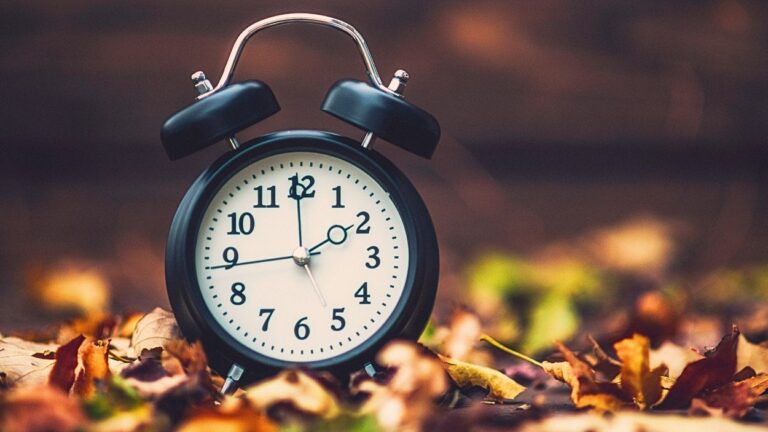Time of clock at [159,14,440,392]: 1:59
